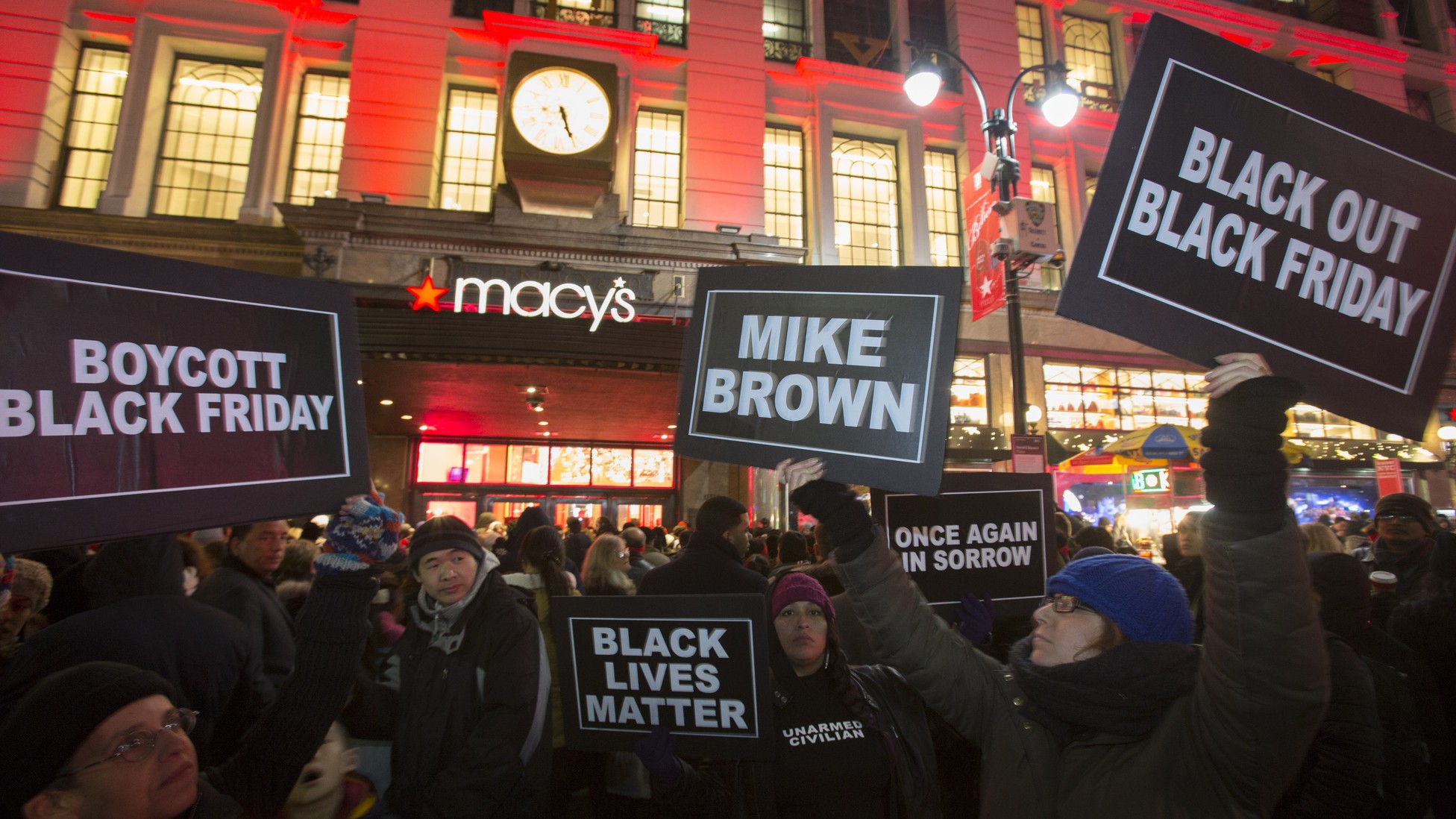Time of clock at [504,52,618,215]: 5:26
